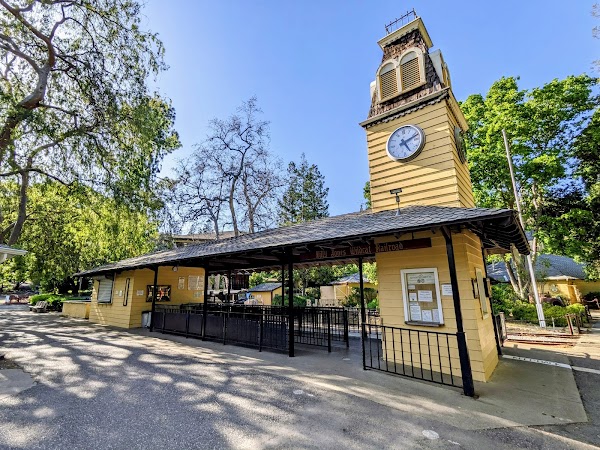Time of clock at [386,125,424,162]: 5:11
